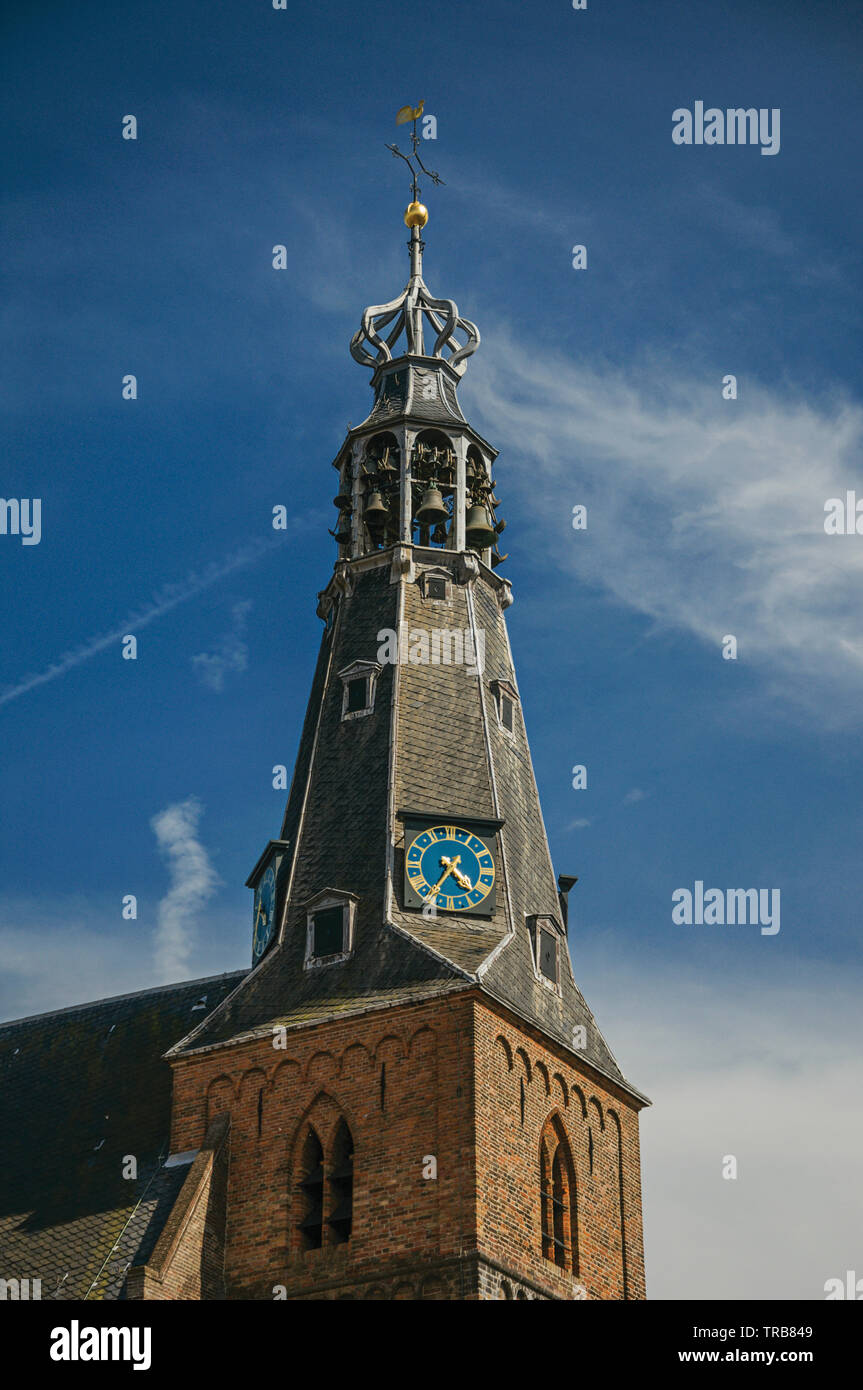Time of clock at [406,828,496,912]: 4:35
